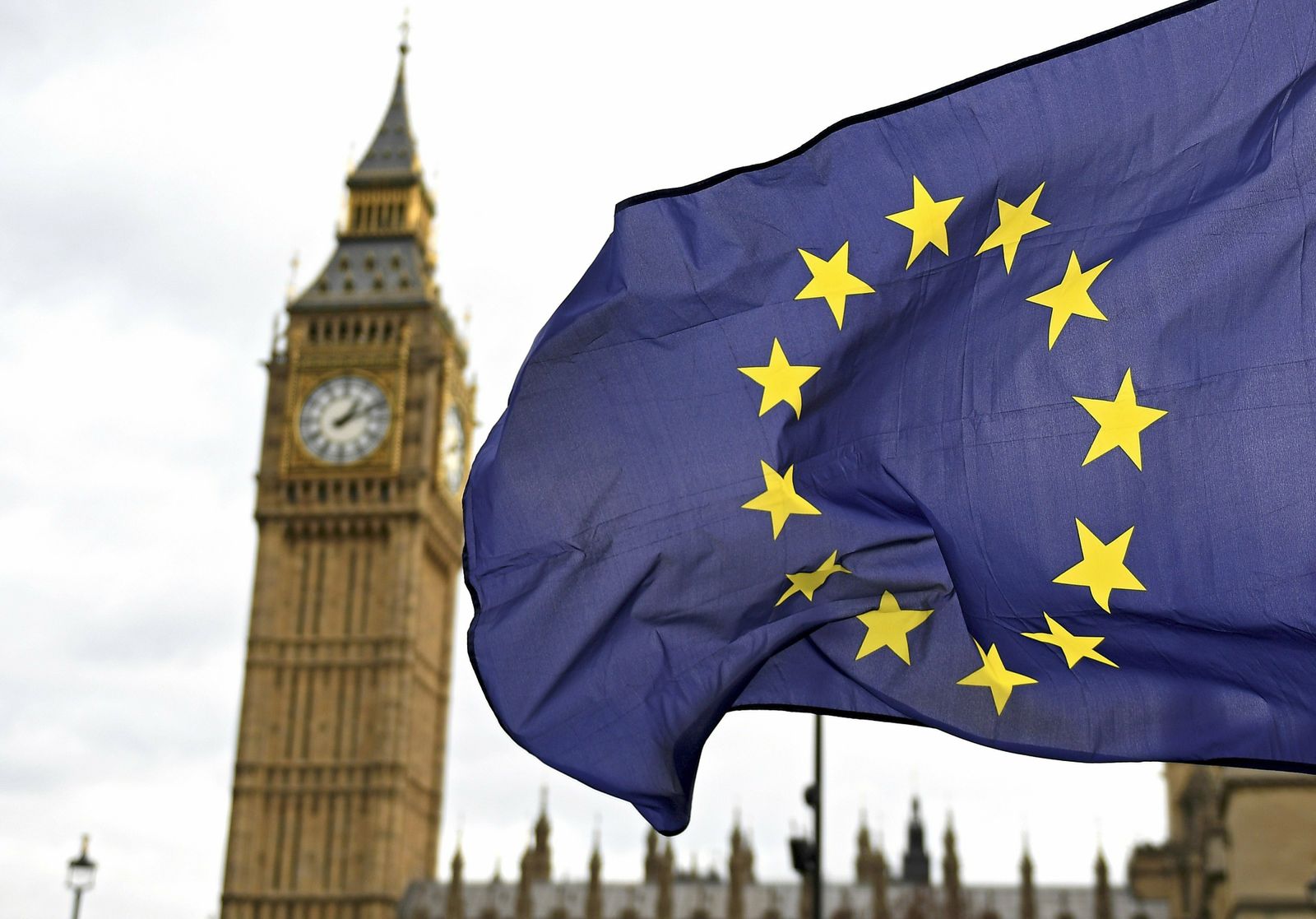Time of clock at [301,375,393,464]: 1:11
